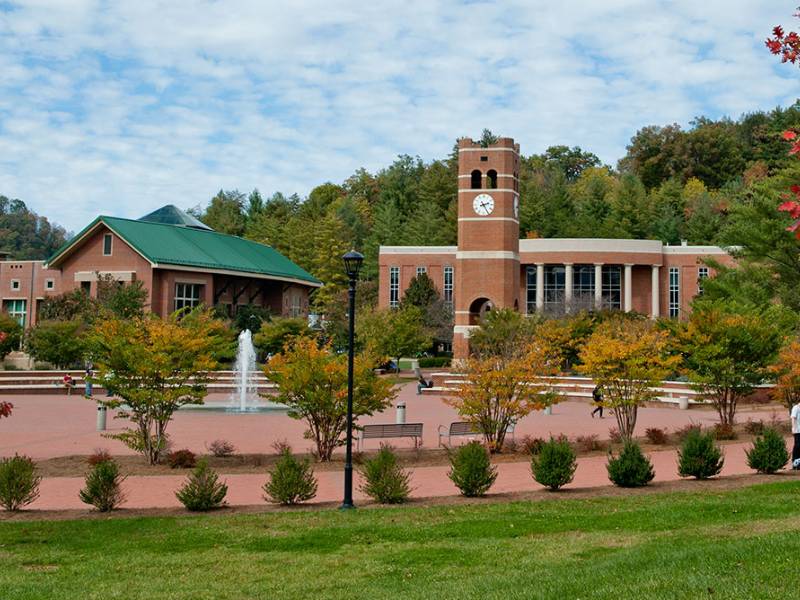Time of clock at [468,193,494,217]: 2:25
